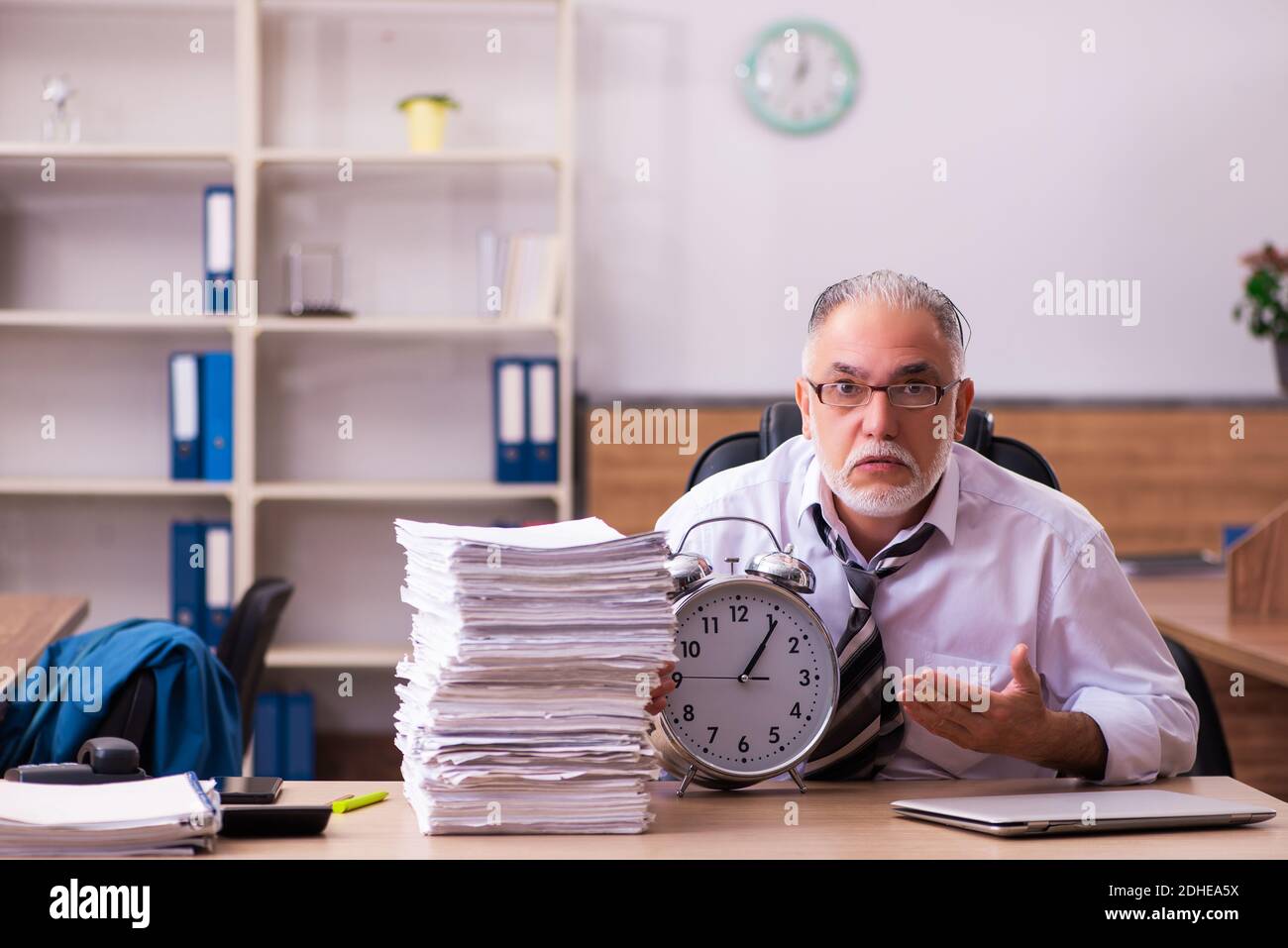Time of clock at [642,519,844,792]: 1:05
